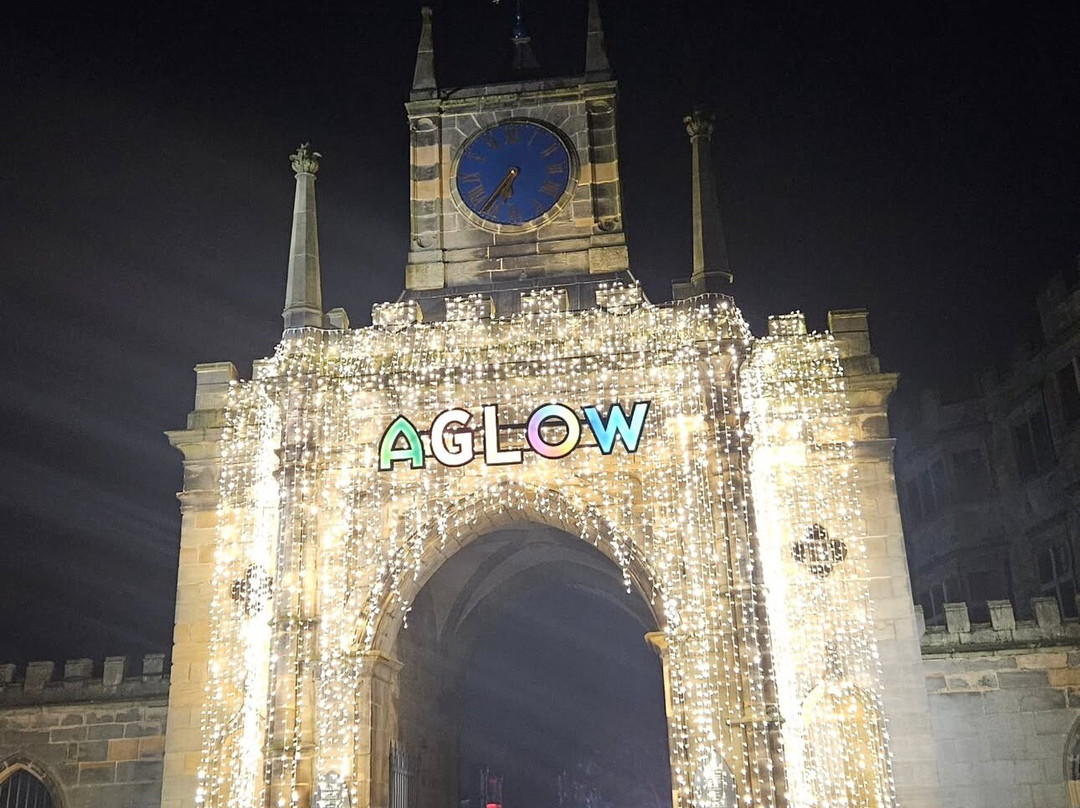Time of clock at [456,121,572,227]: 6:36
